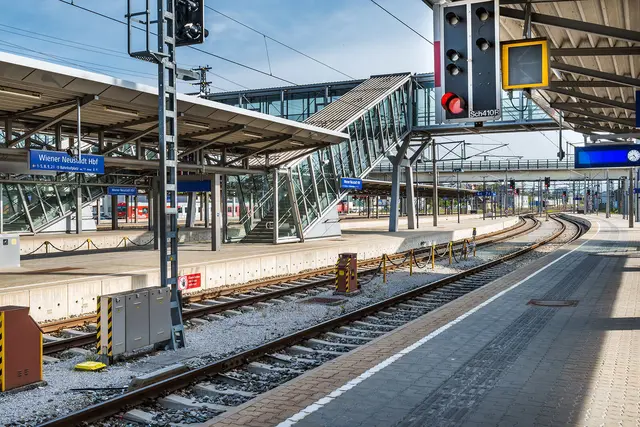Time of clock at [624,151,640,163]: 4:42
